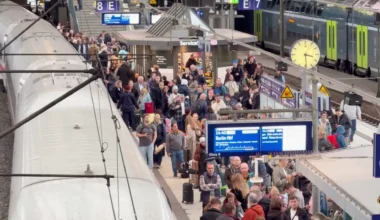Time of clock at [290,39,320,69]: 3:29
